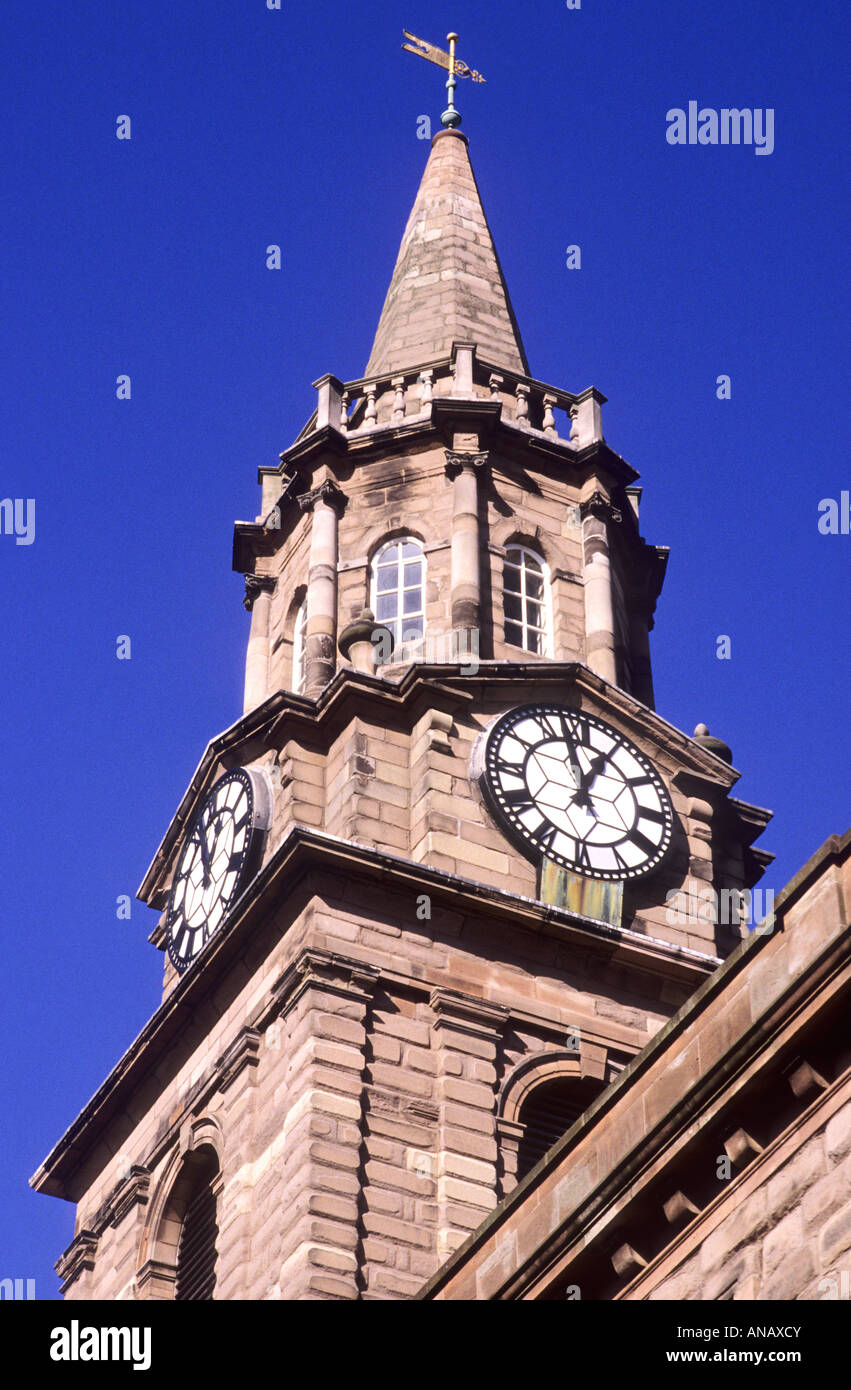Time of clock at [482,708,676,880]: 12:57
